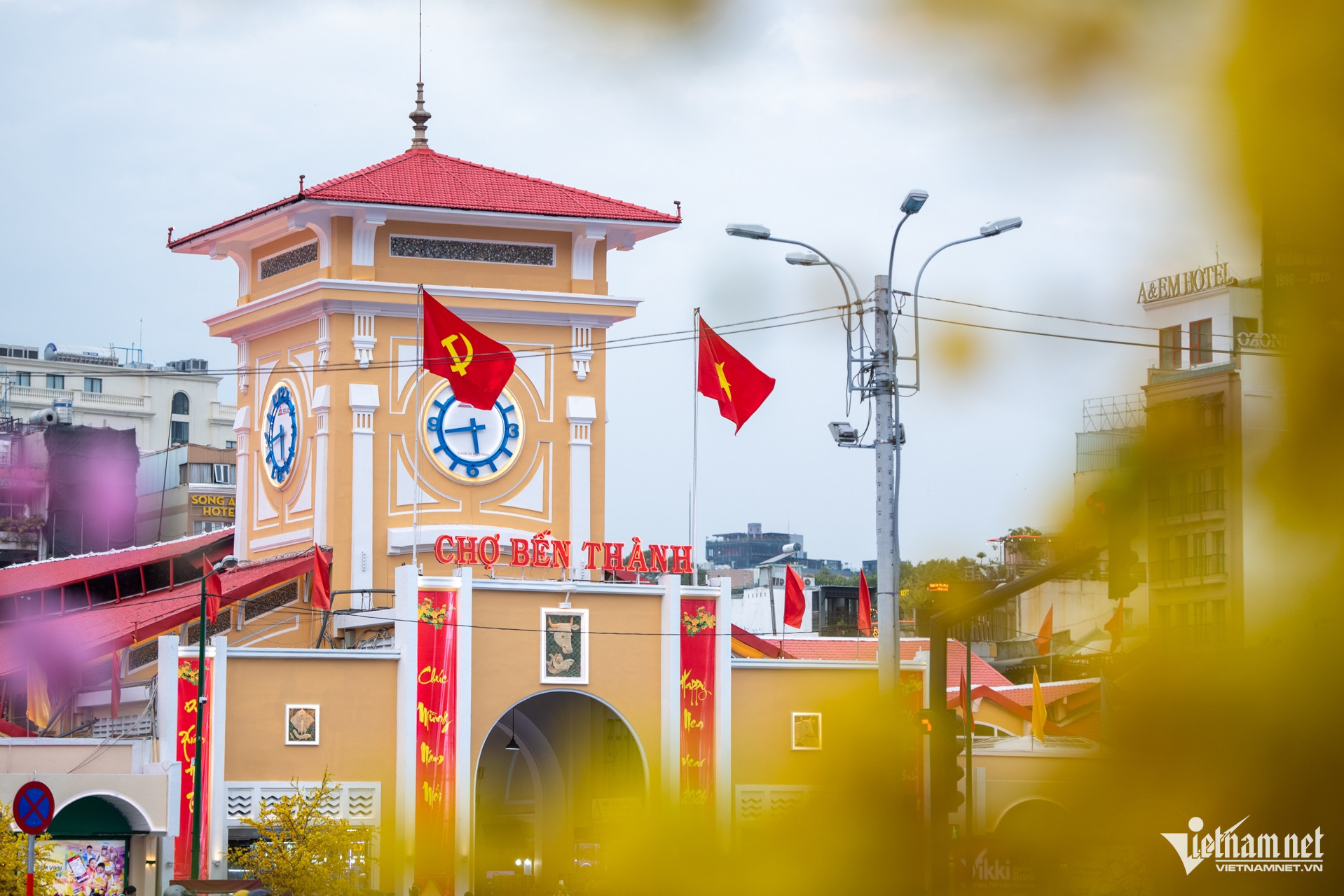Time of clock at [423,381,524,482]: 5:43
